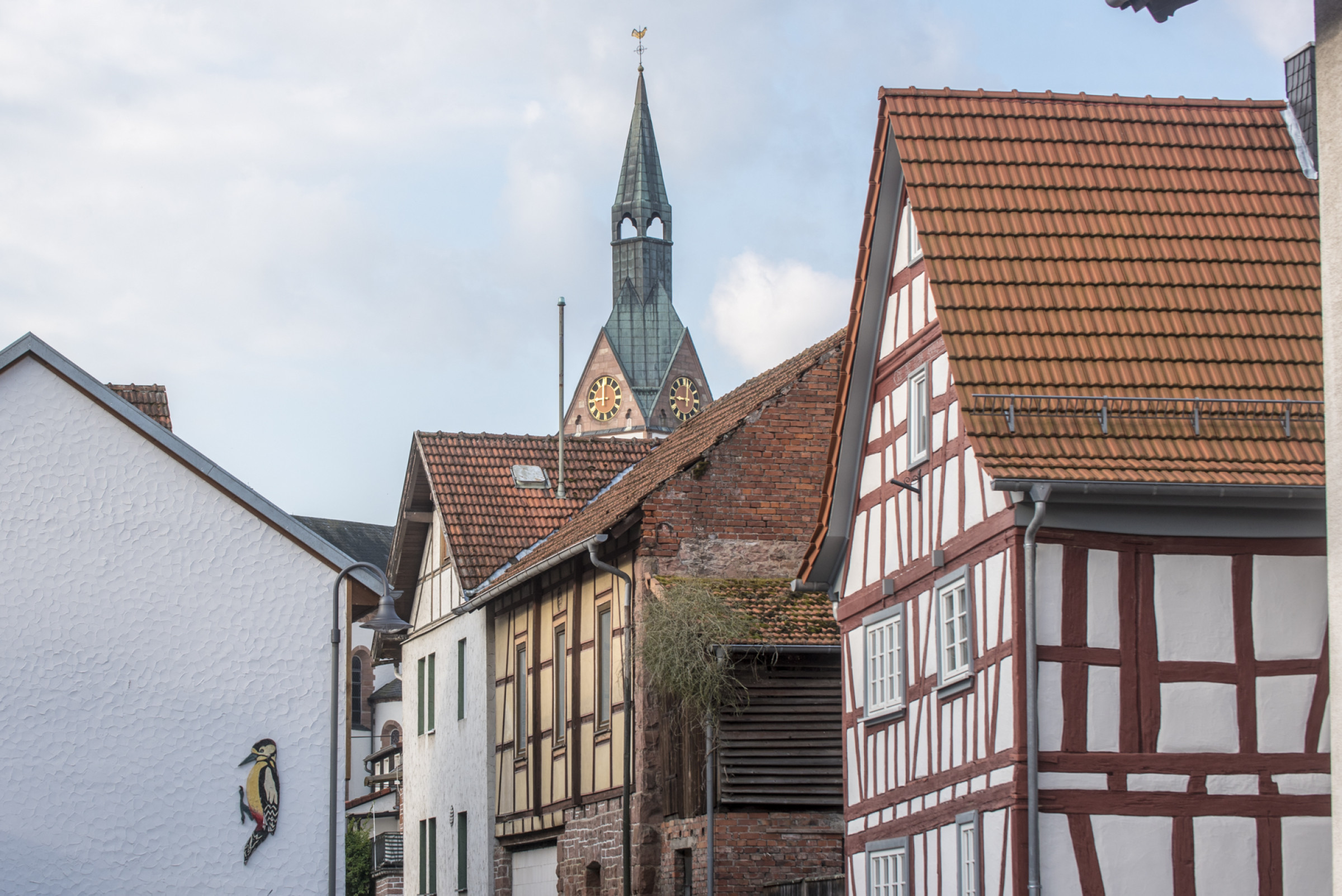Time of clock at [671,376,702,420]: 9:01
